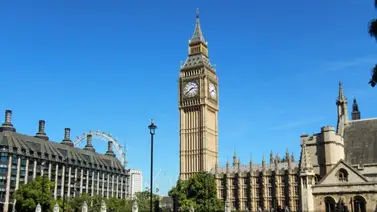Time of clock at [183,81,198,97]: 2:38
